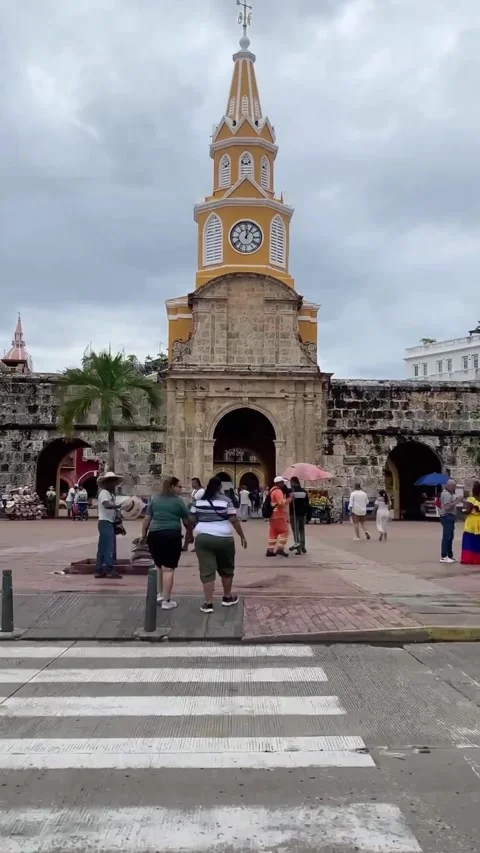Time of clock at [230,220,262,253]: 12:05
